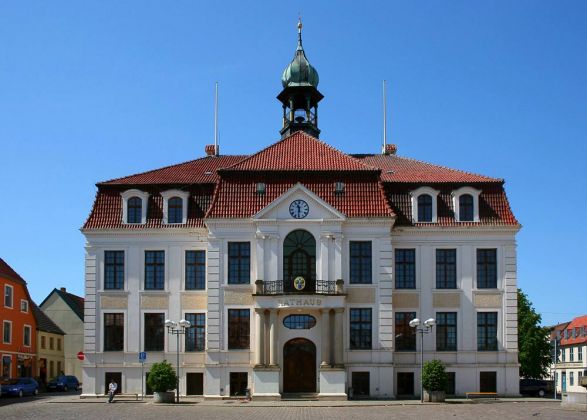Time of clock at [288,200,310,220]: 11:31
